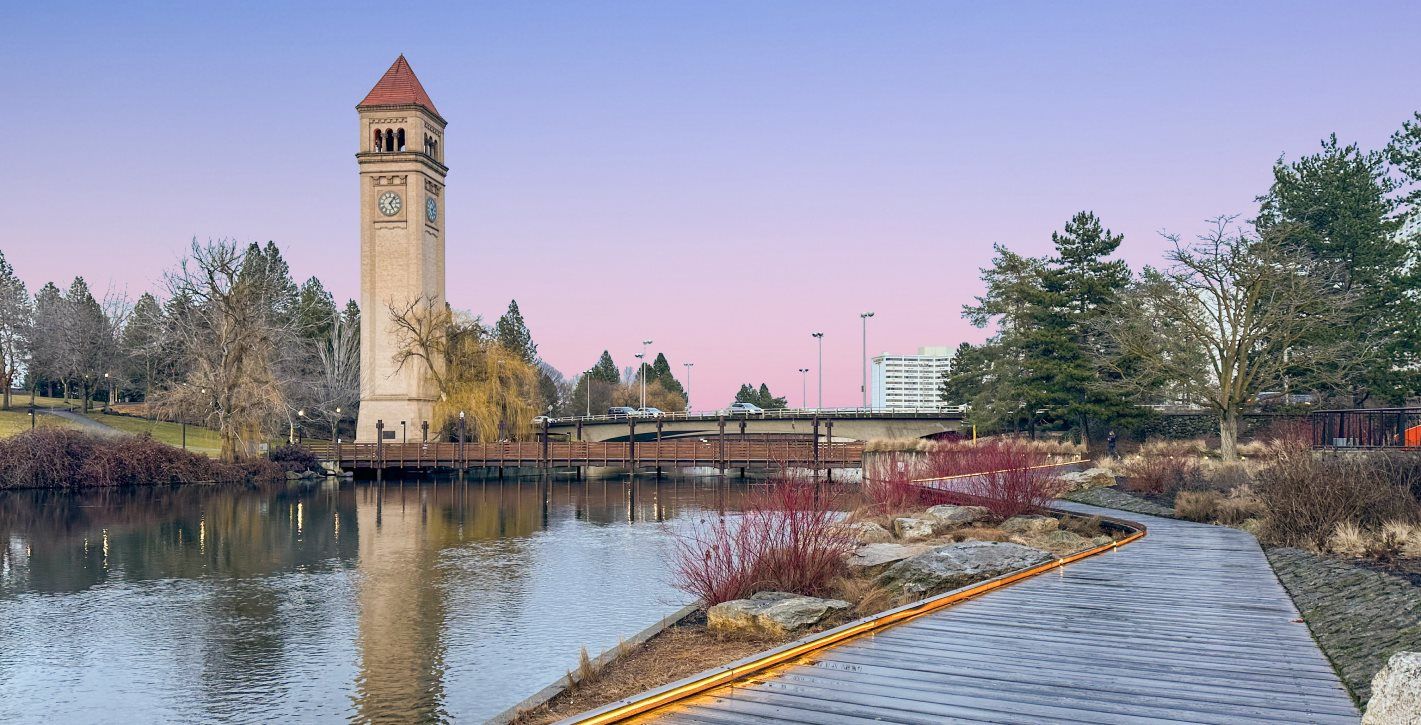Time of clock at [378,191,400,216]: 5:06
